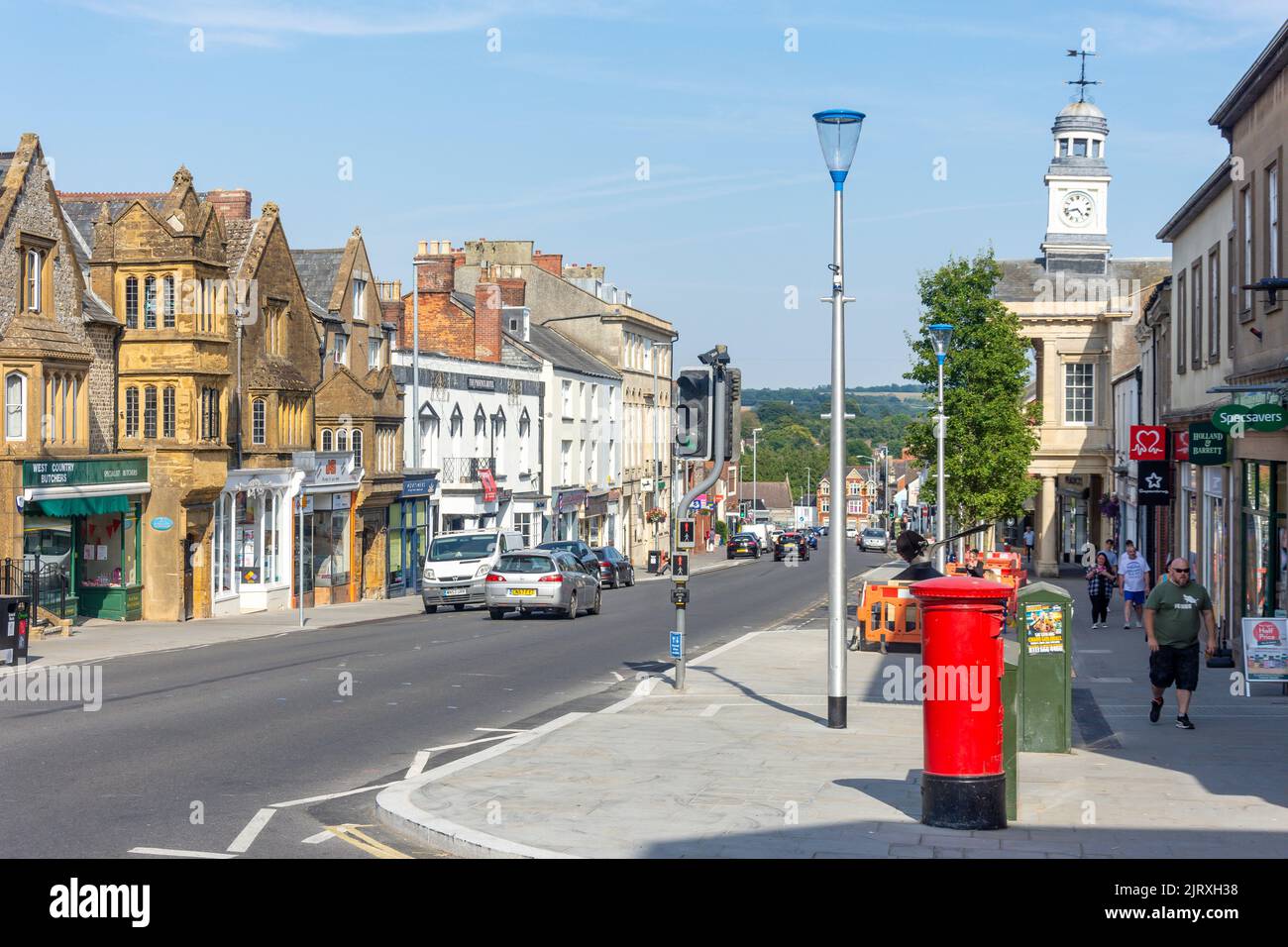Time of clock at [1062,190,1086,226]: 4:42
